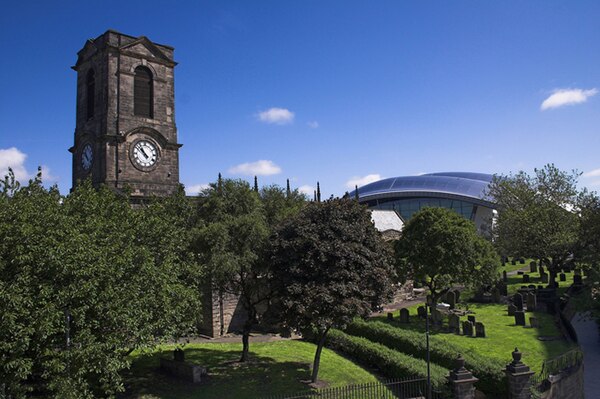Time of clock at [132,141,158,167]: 10:52
